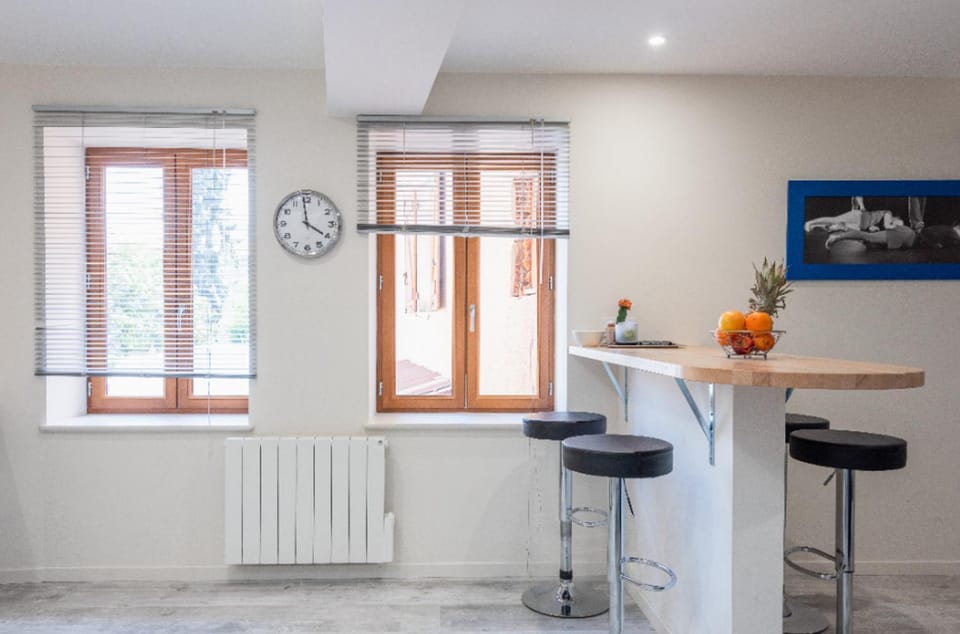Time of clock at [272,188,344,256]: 3:58
